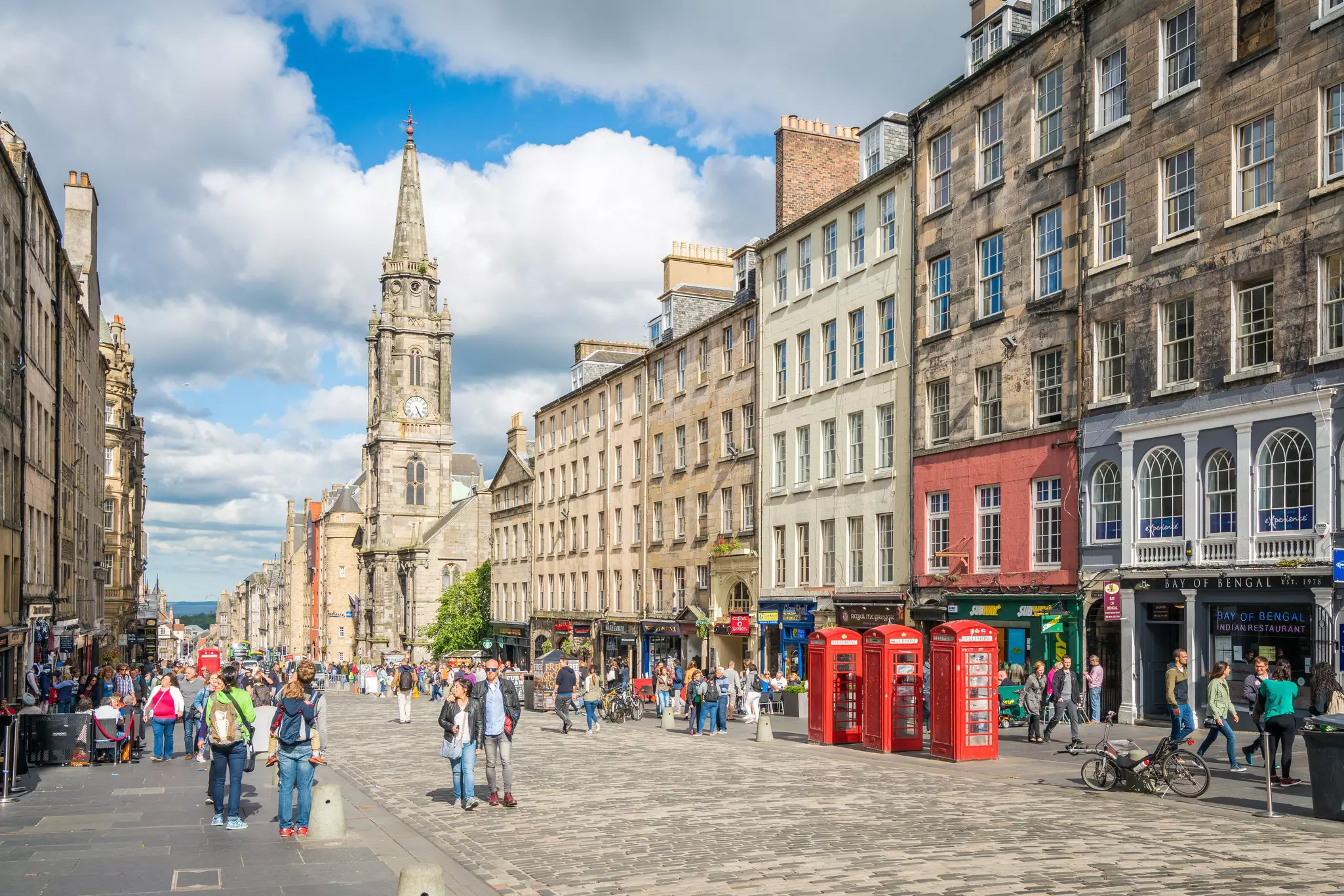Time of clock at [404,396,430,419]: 5:25
